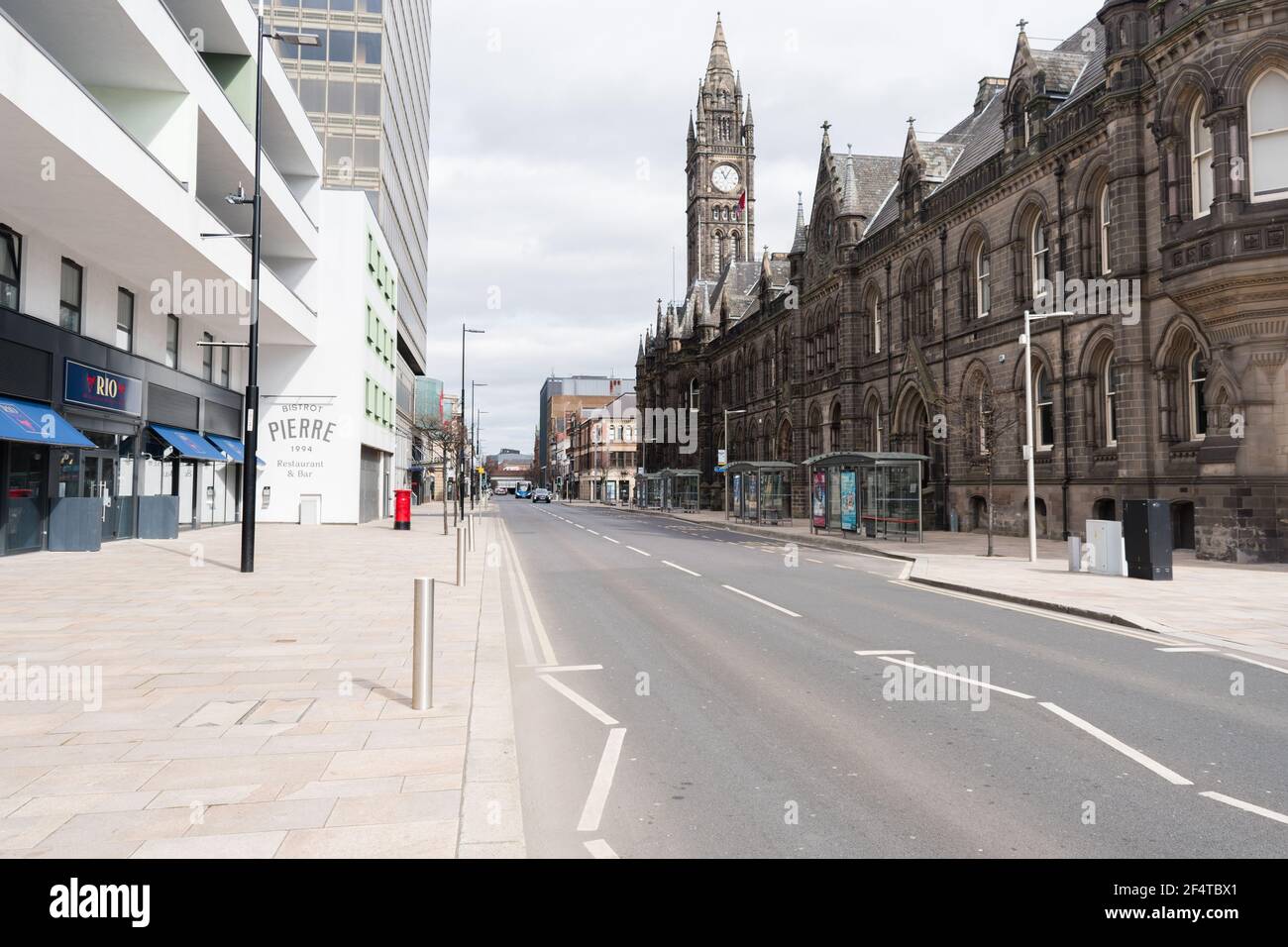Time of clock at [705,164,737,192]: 11:05
